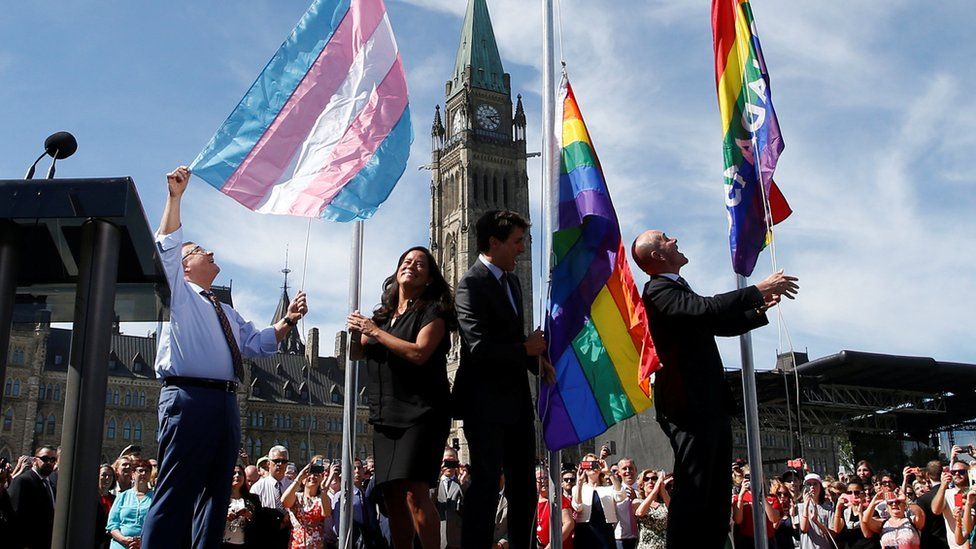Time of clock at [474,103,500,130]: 4:12
